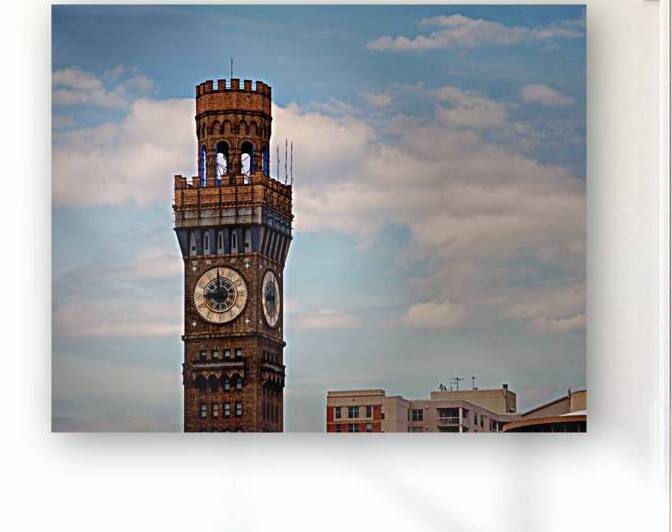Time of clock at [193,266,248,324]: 8:58
